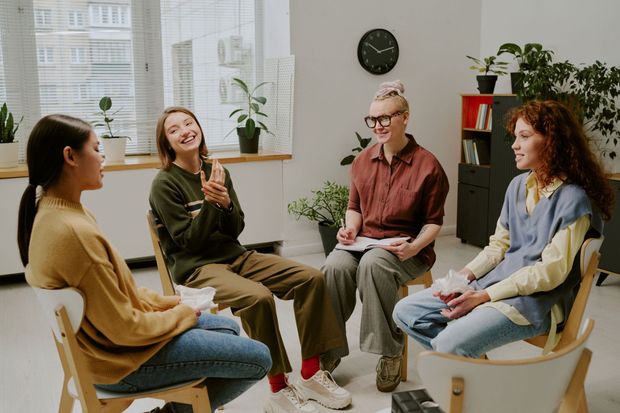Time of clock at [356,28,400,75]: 10:12
